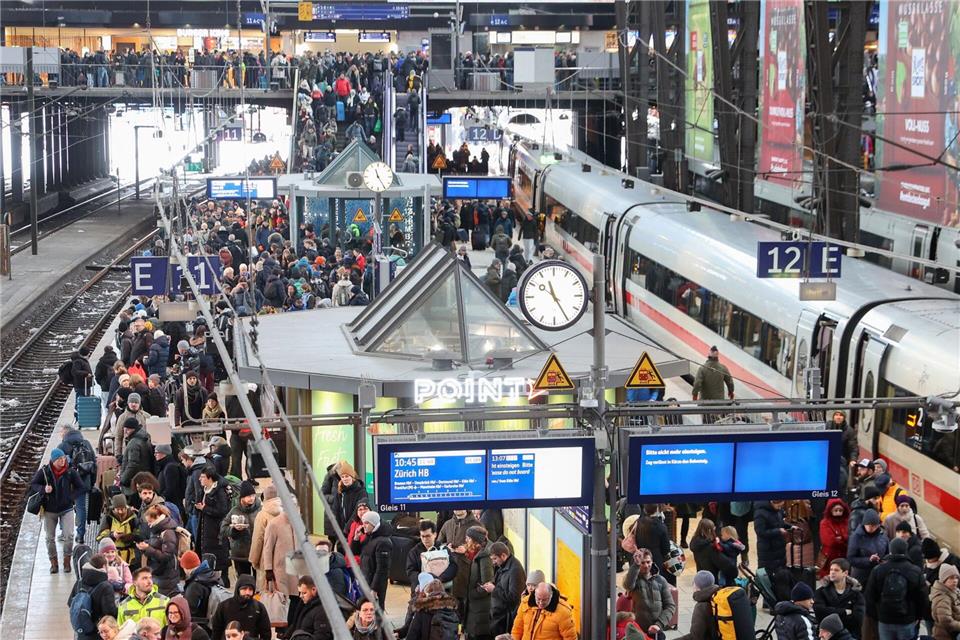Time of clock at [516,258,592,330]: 11:24
